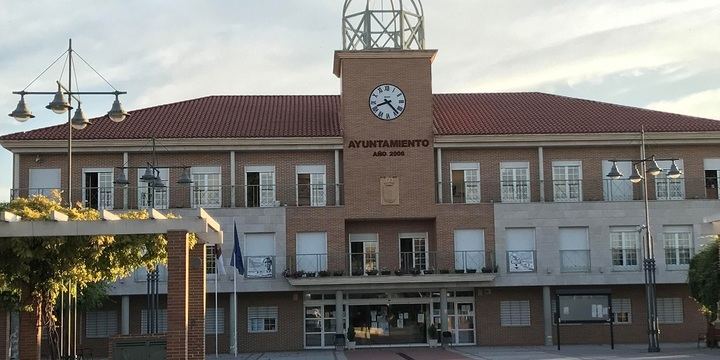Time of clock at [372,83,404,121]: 8:23
